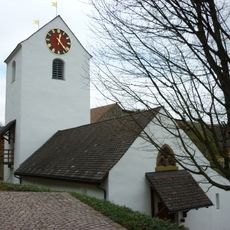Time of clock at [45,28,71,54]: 12:24
